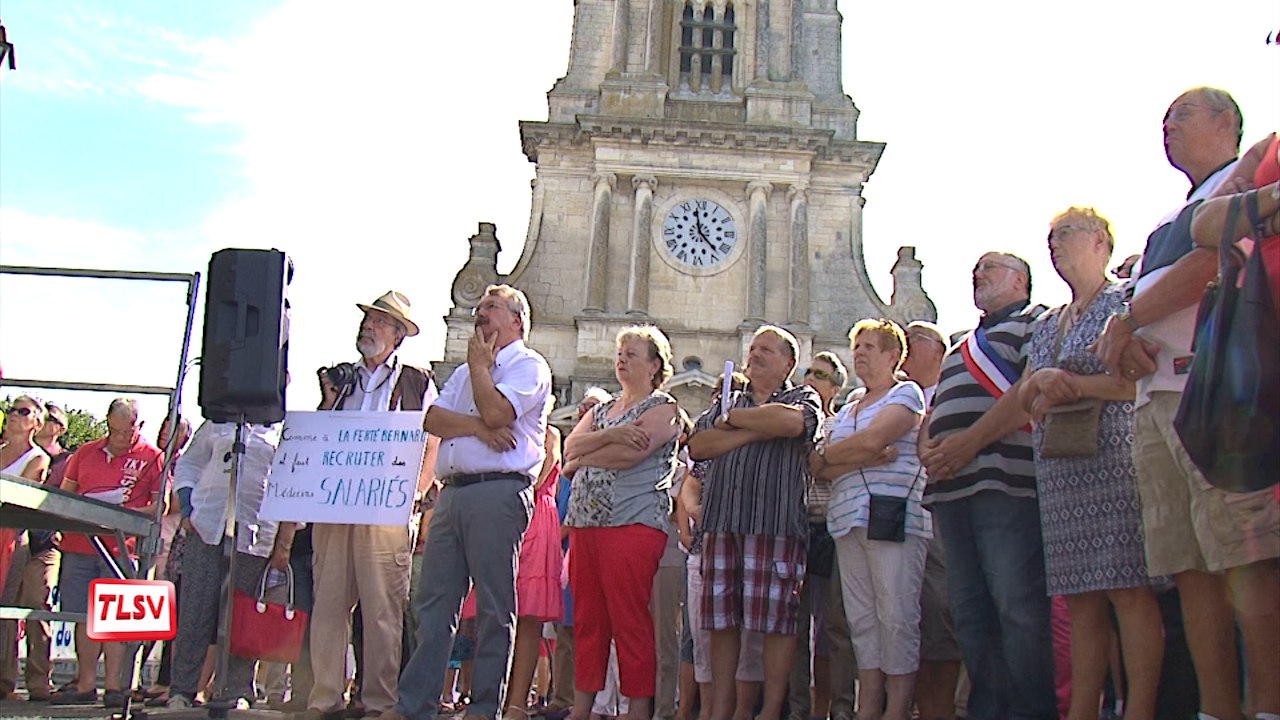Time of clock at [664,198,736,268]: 3:58
